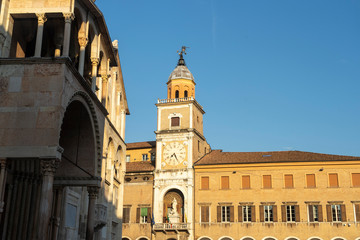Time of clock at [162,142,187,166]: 7:25
